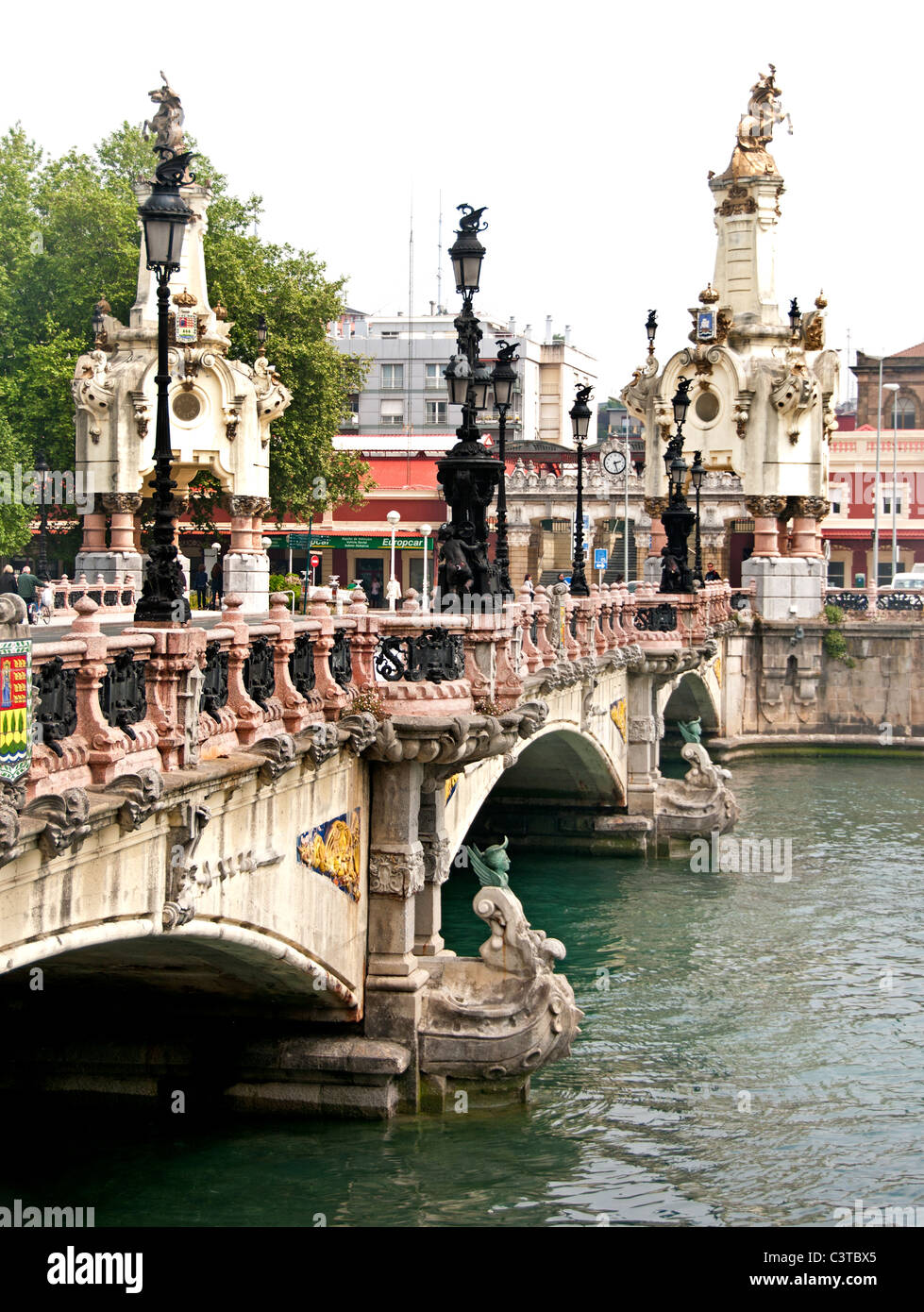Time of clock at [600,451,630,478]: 2:27
